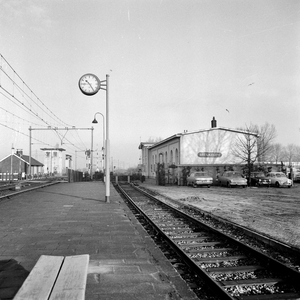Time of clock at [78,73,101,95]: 10:24
